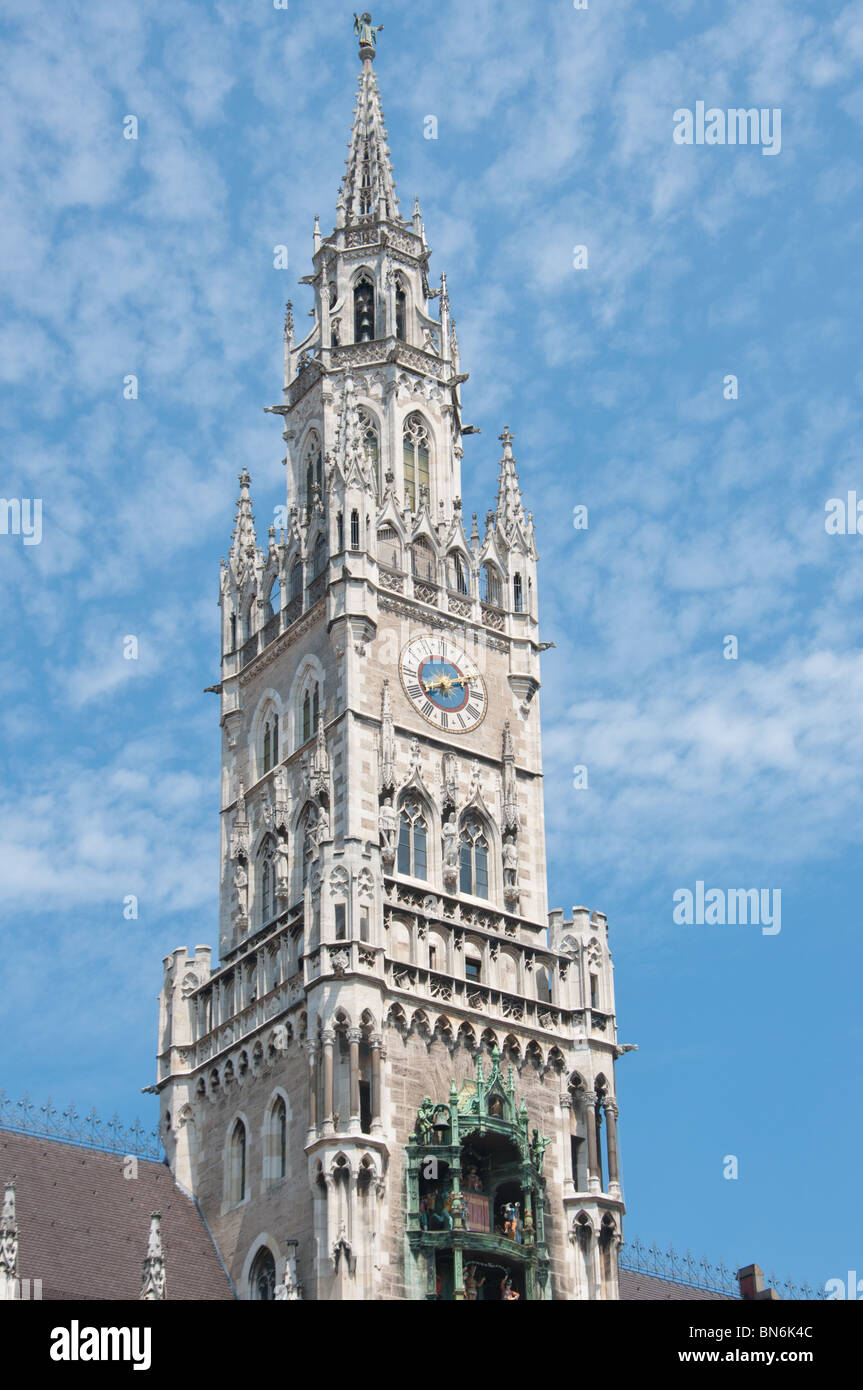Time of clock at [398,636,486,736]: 8:11
